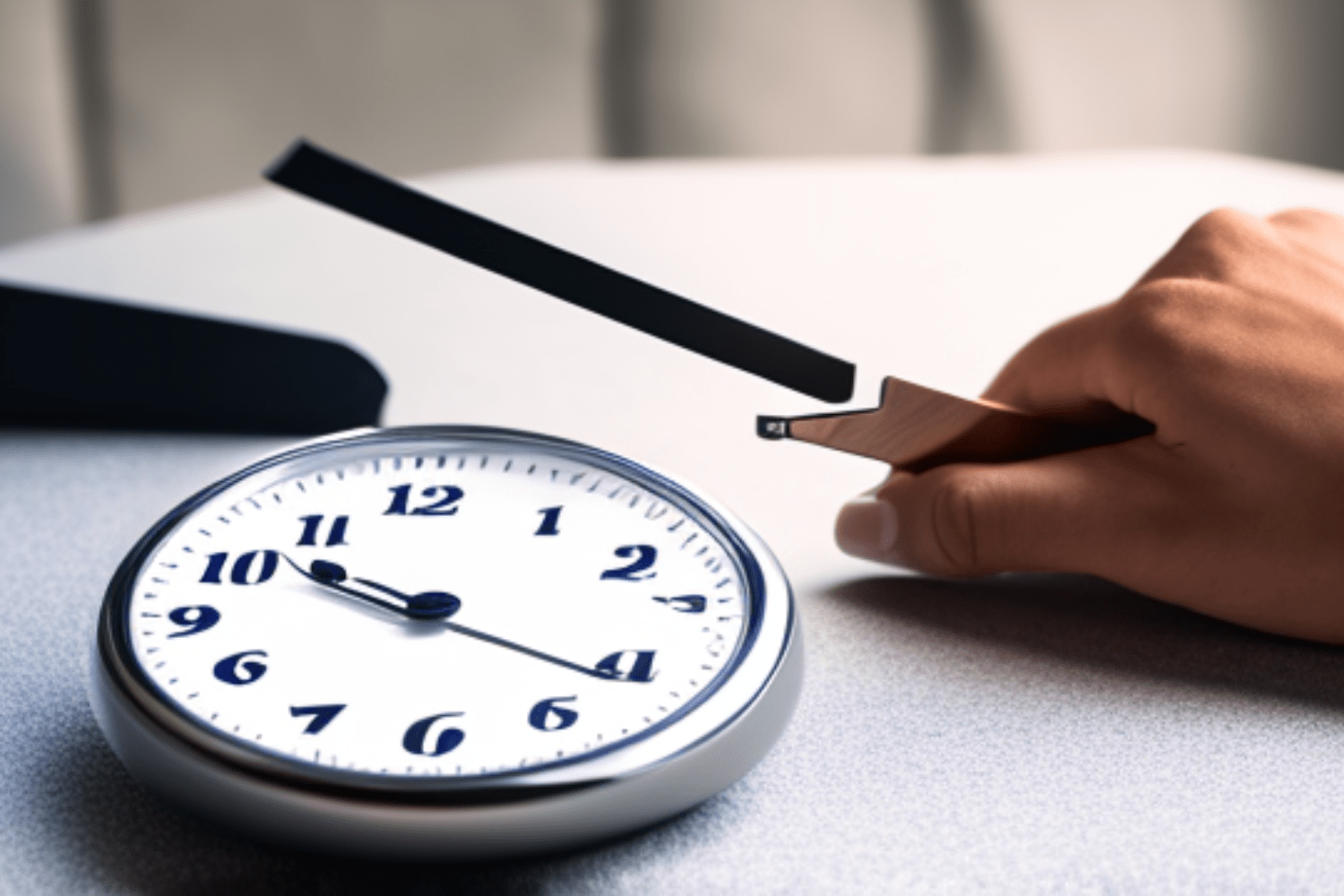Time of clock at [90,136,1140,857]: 10:20
